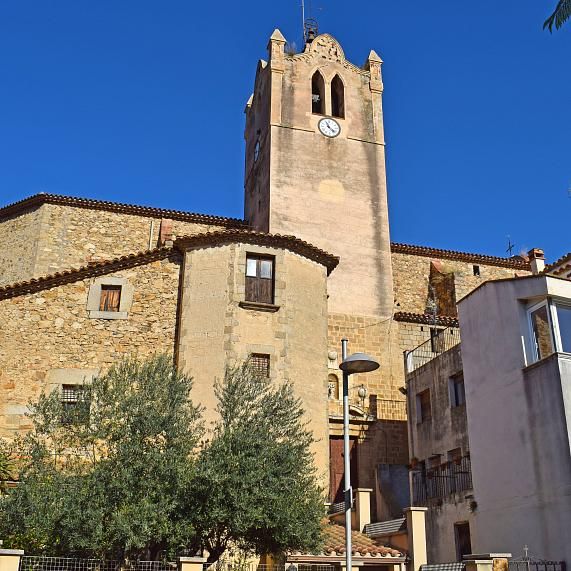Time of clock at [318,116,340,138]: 11:22
